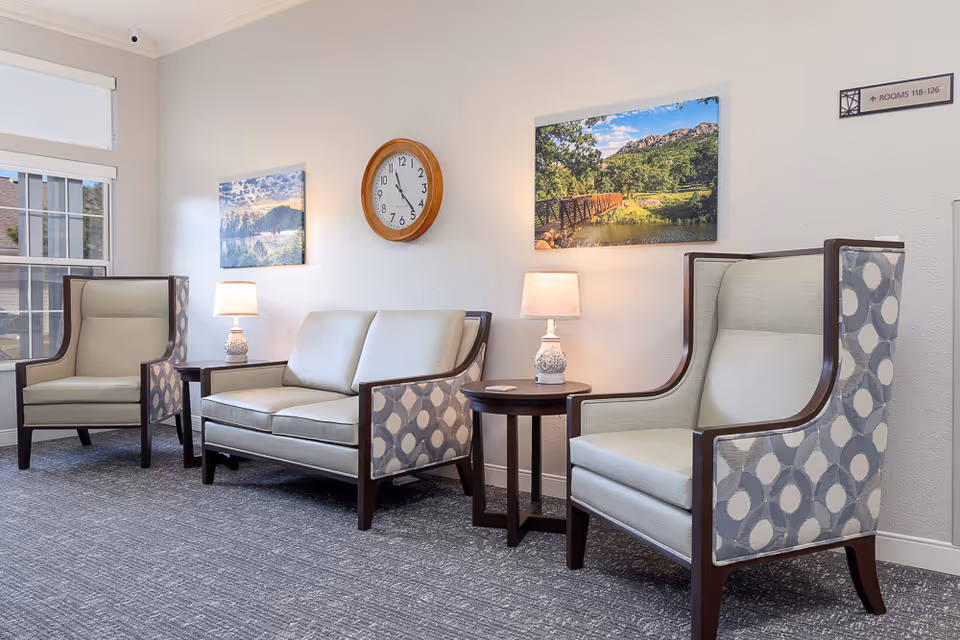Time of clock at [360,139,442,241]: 11:23
